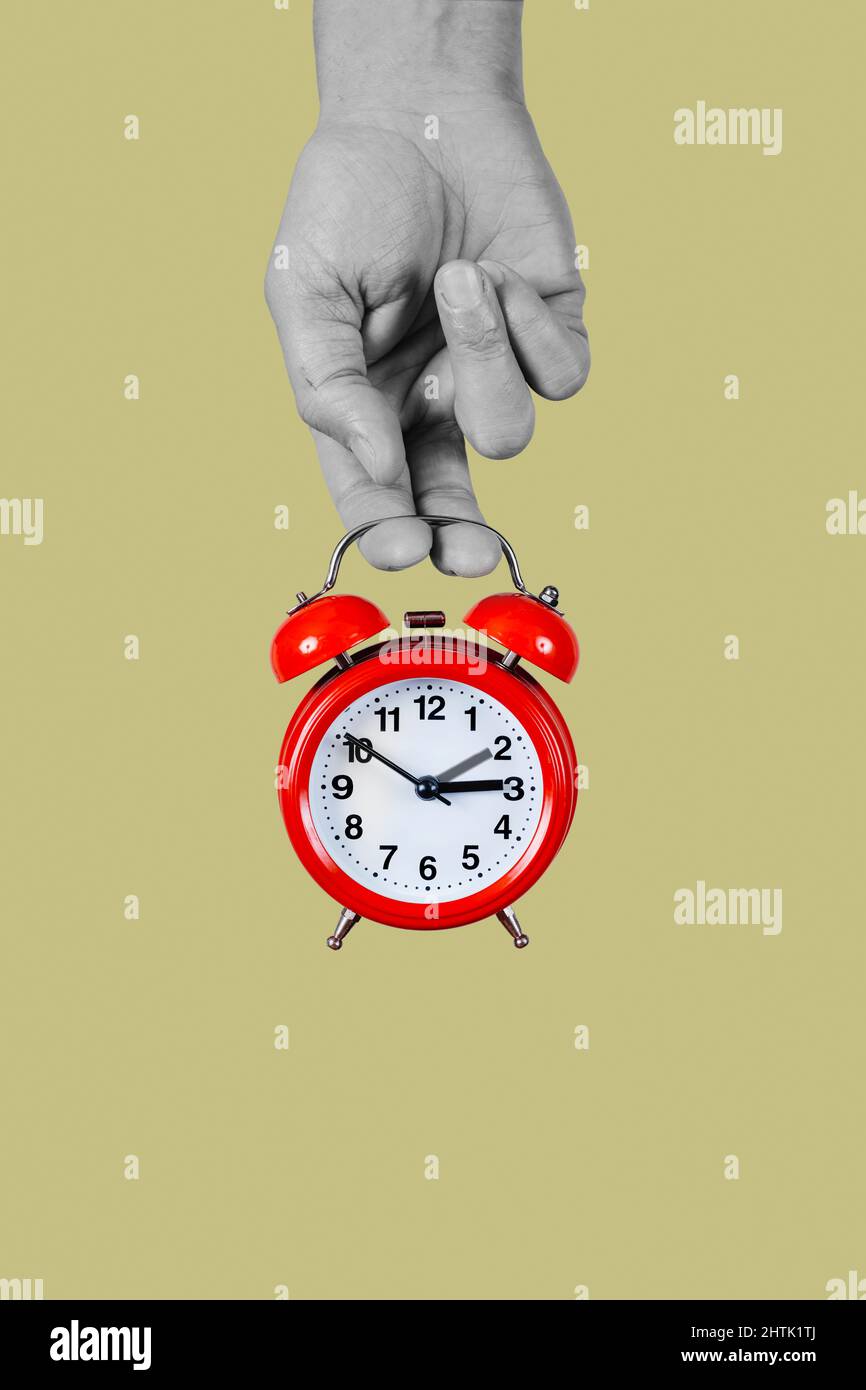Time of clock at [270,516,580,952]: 2:50
